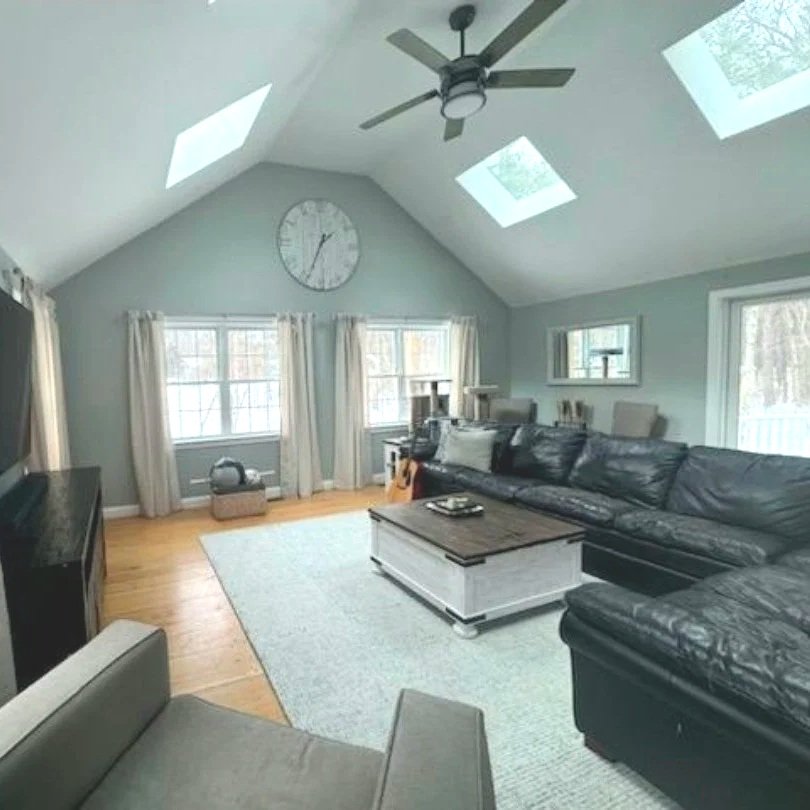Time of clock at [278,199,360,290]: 1:34
